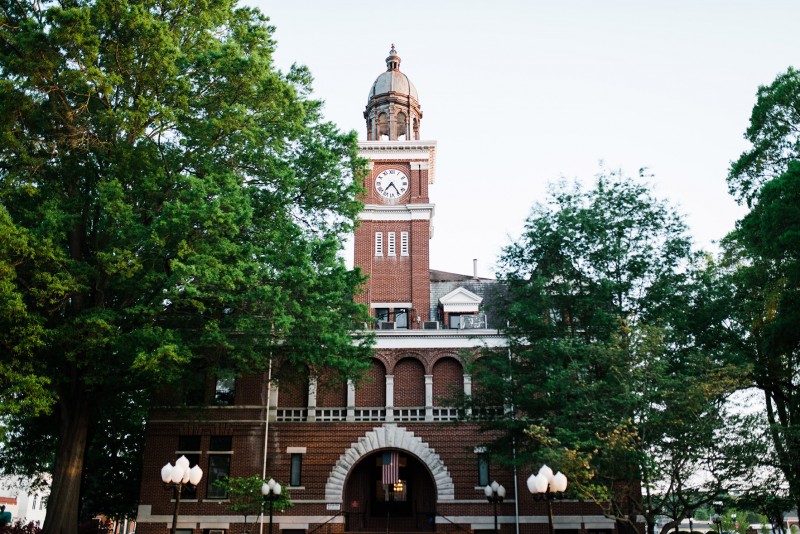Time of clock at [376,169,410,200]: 7:24
